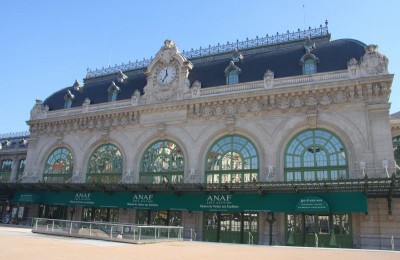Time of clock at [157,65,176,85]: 11:35
